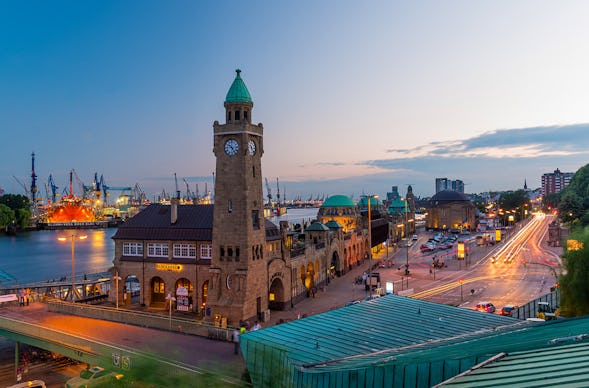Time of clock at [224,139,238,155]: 4:50
